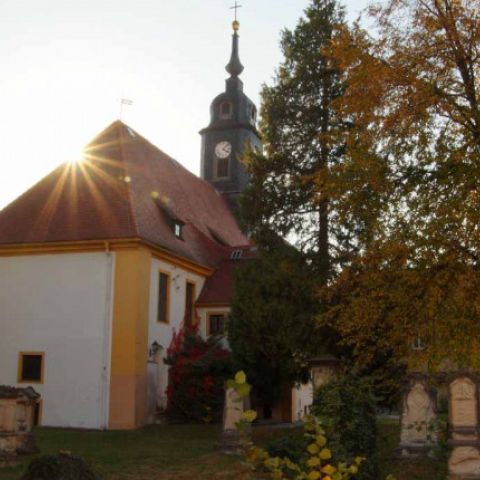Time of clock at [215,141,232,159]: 4:07
